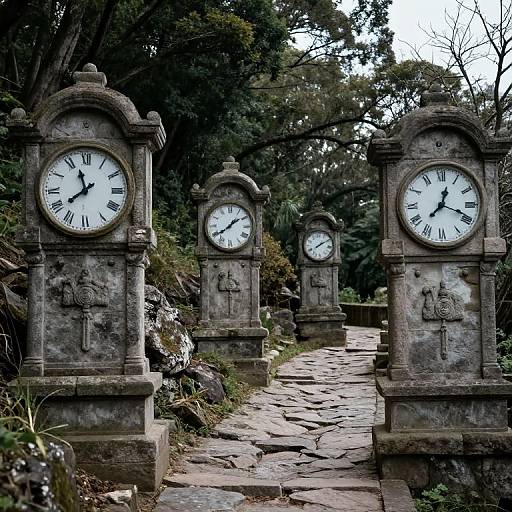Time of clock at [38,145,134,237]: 7:57
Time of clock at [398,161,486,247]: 7:18
